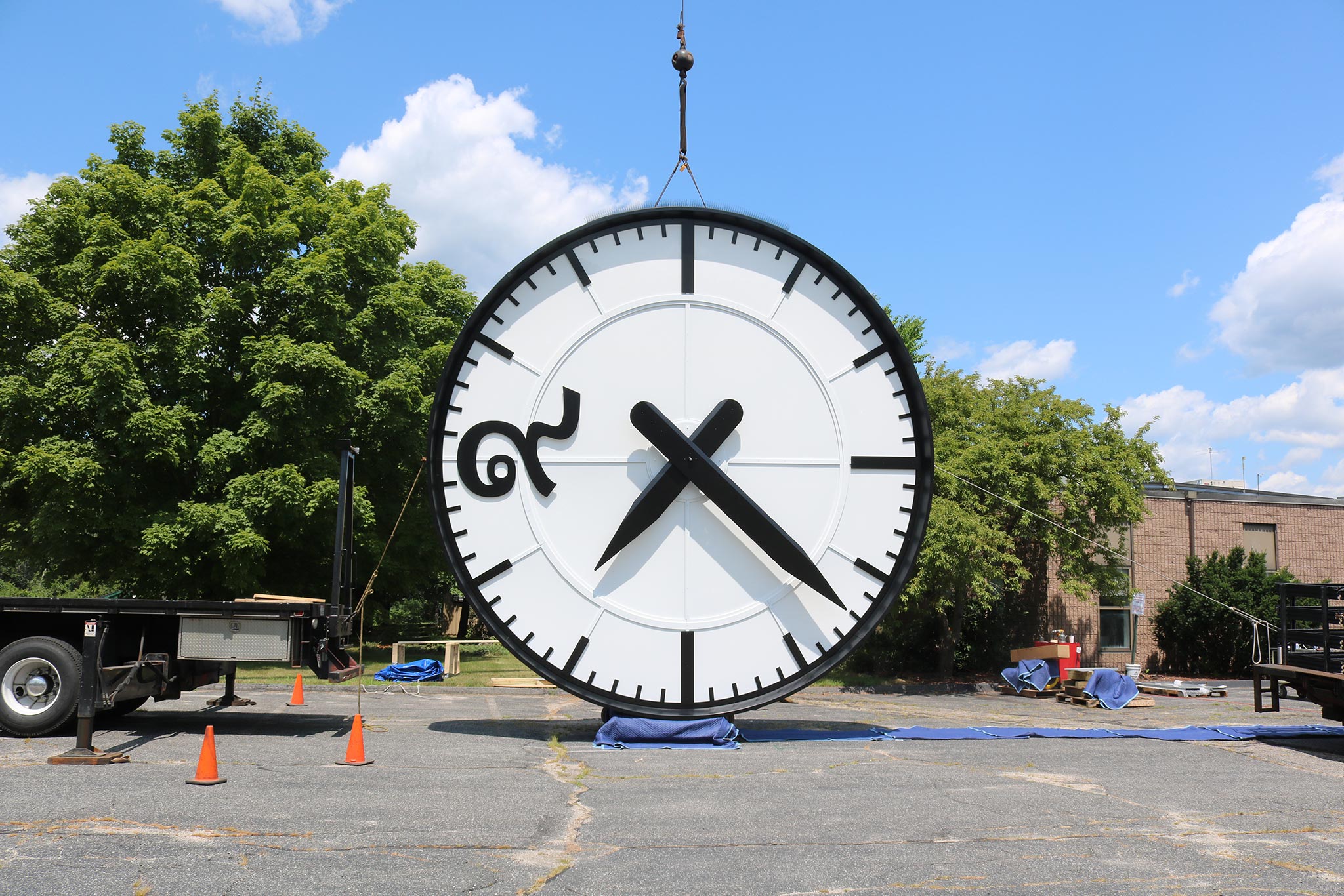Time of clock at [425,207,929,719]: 7:22
